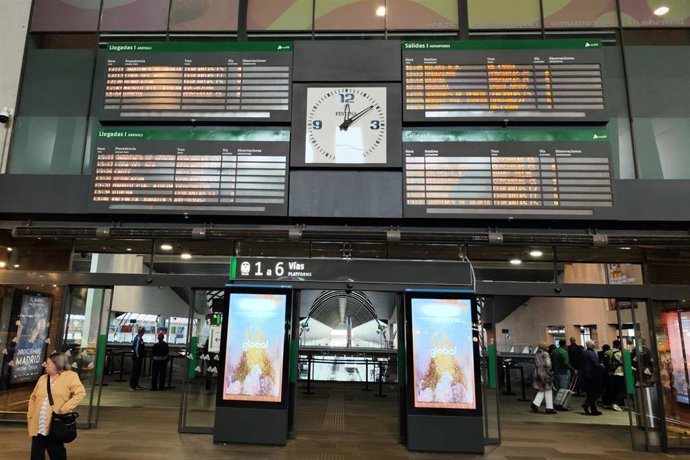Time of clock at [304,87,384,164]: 12:09
